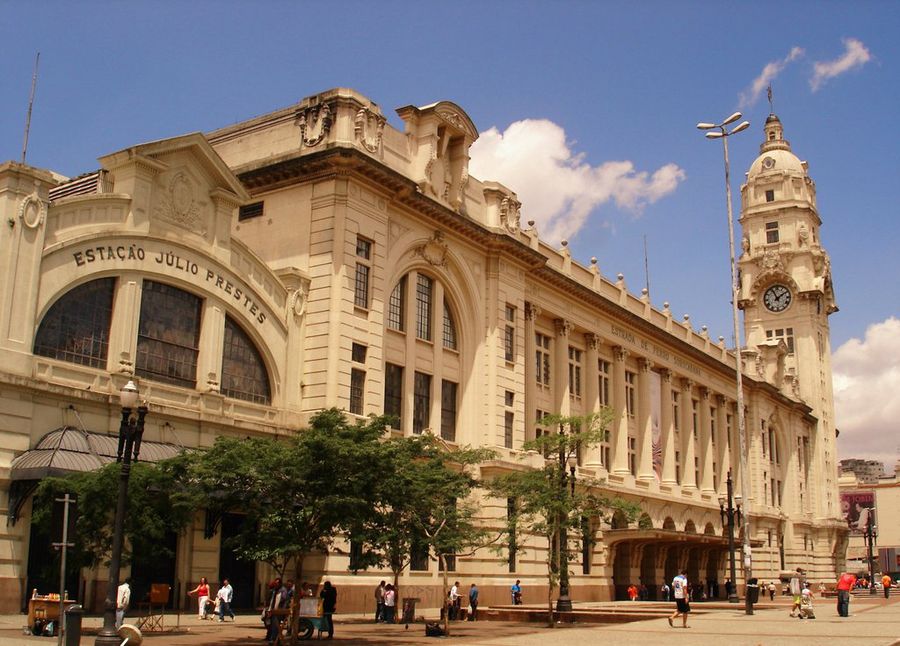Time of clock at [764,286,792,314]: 11:09
